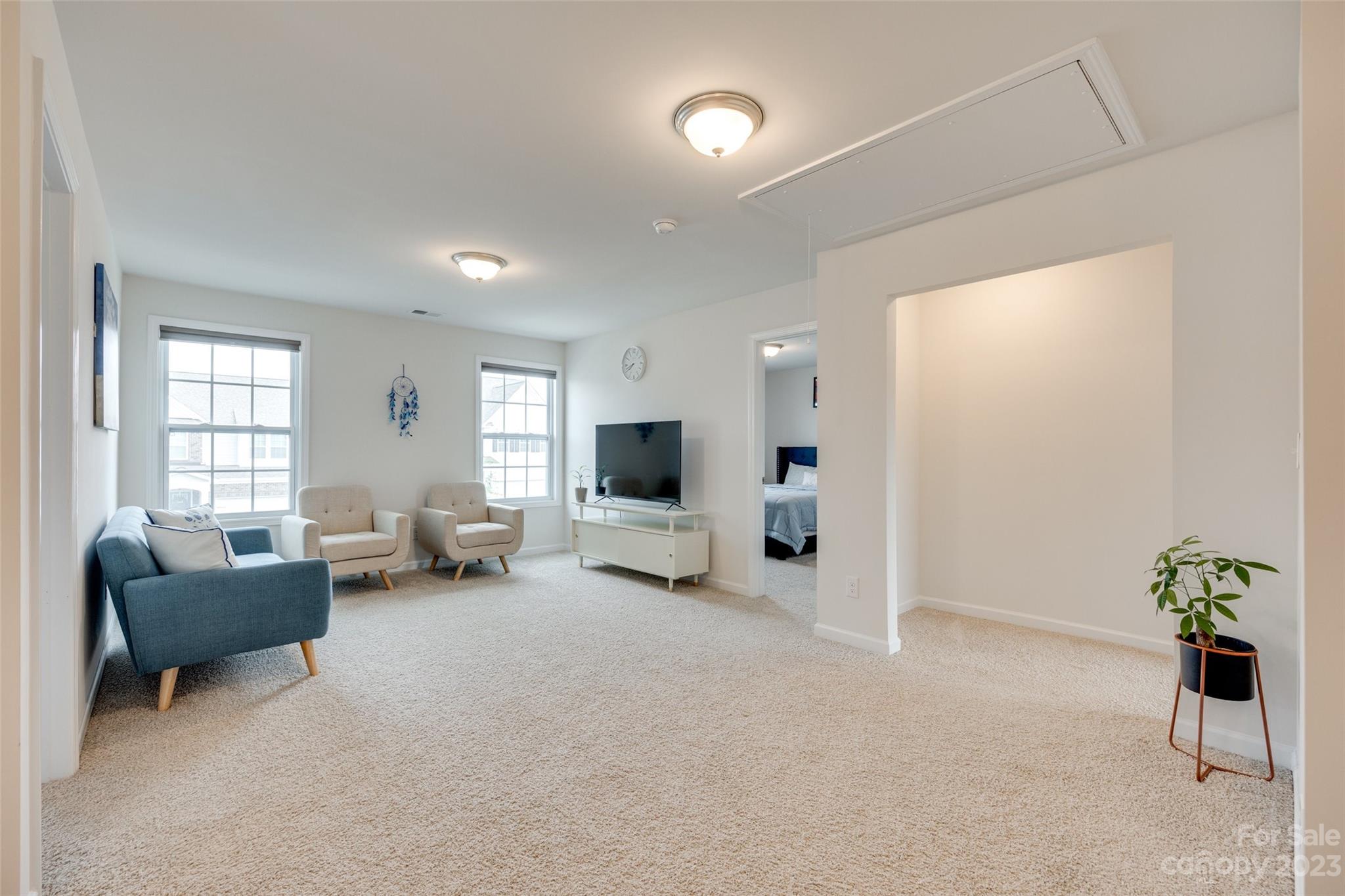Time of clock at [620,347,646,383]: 7:42
